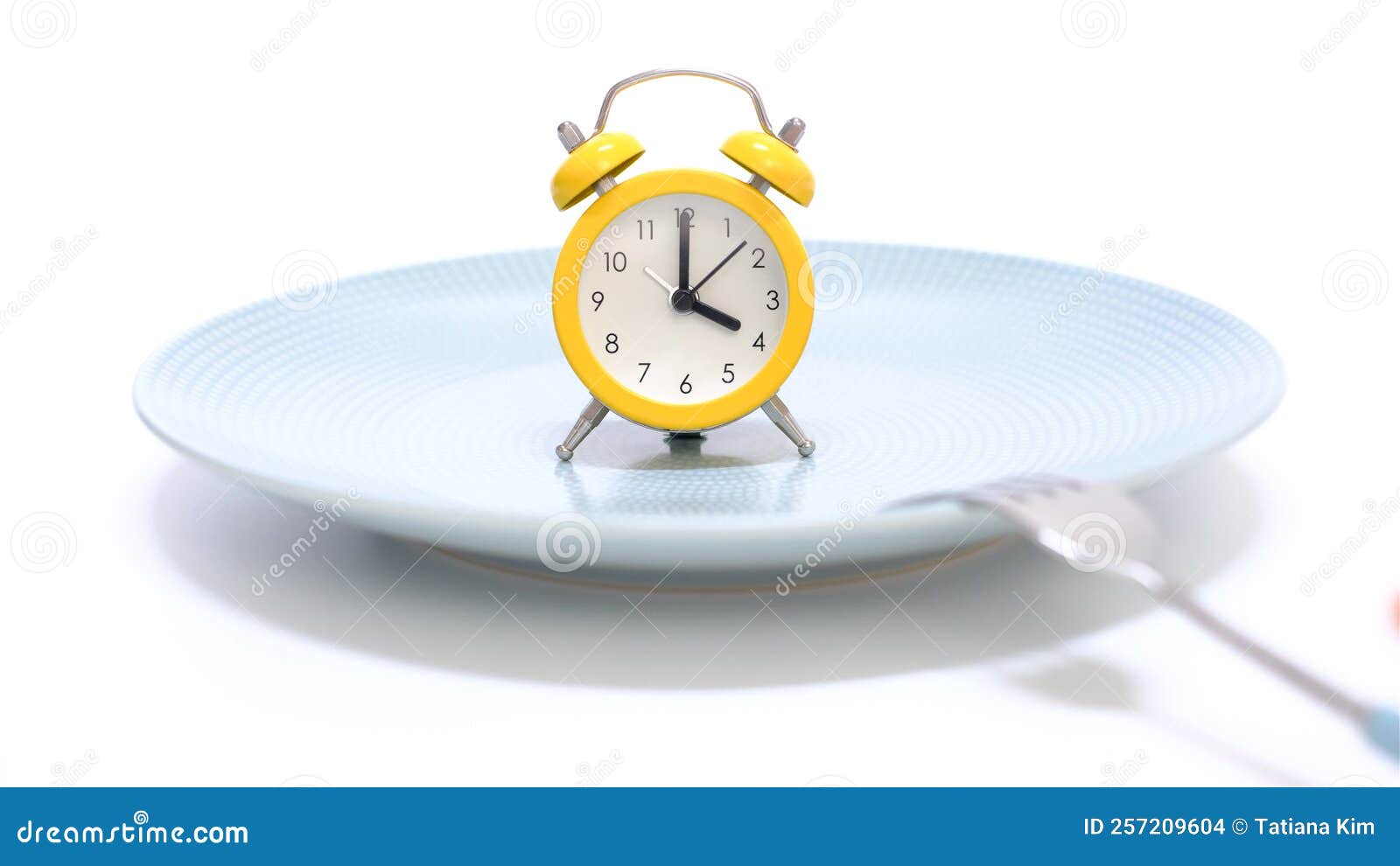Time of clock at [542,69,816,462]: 4:00
